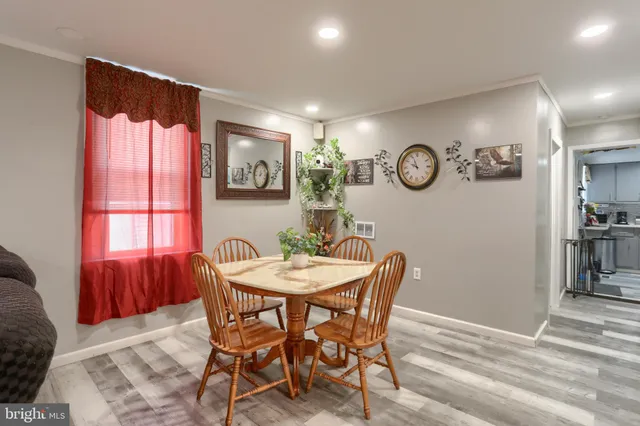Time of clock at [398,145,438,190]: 9:56
